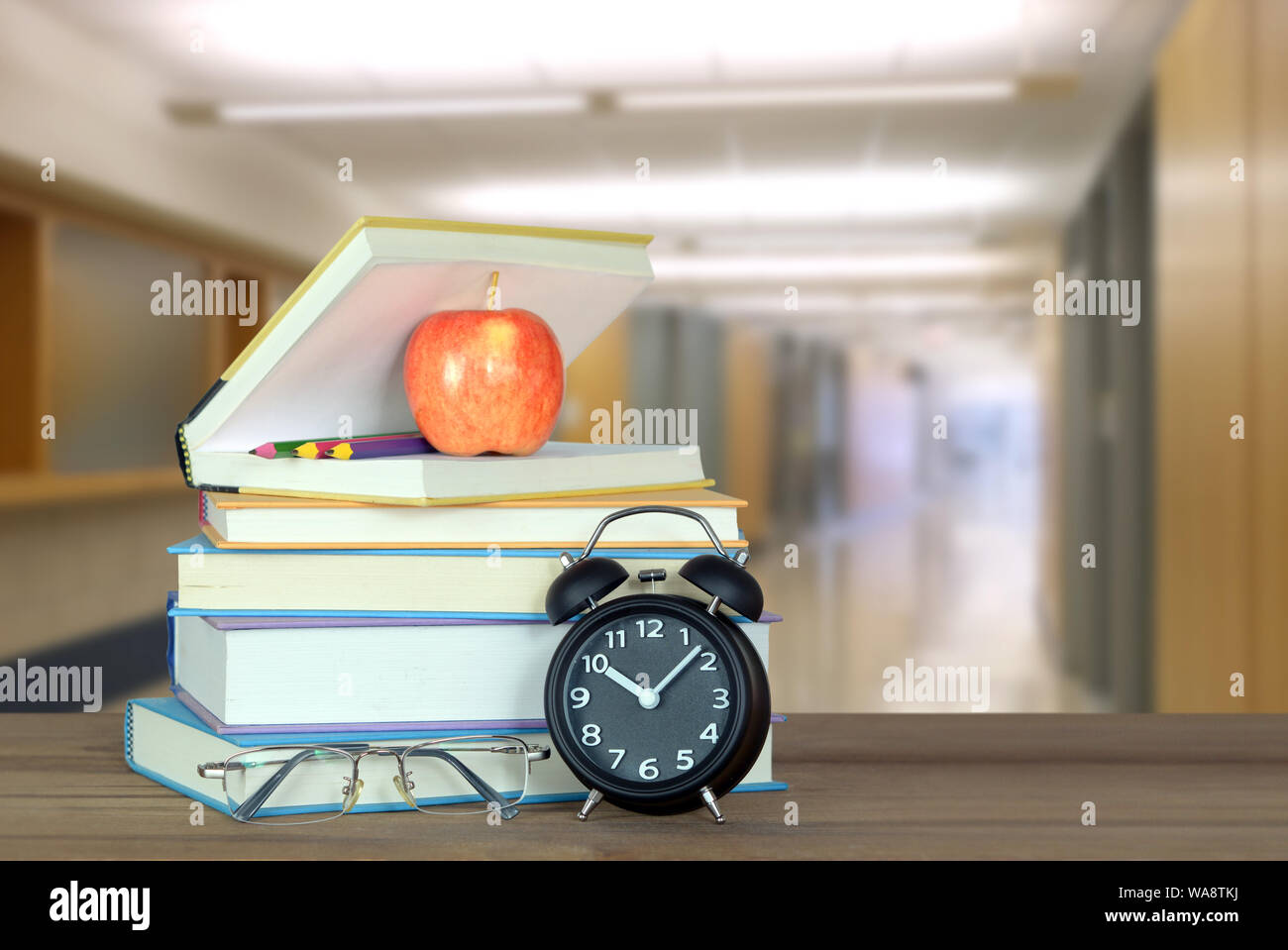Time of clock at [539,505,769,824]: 10:07
